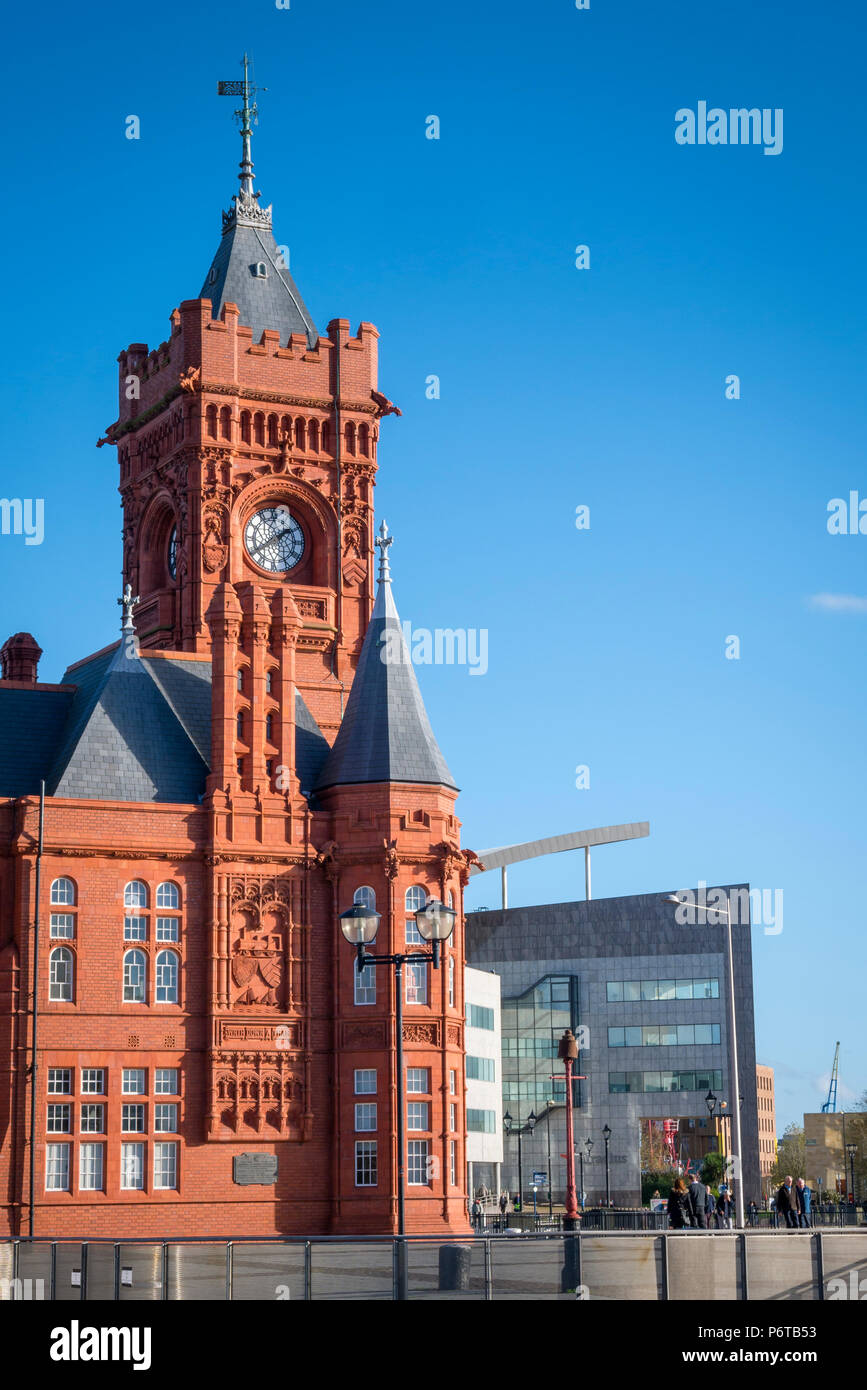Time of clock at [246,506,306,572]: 1:39
